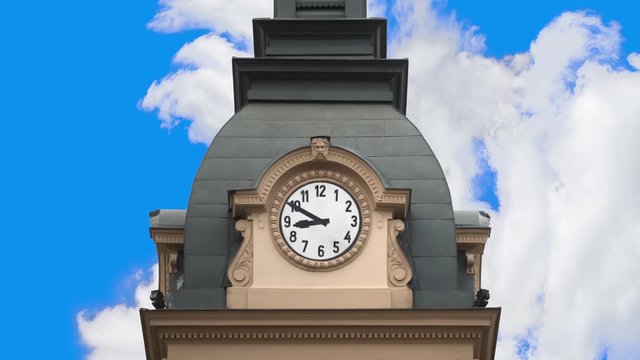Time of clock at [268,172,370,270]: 8:49
